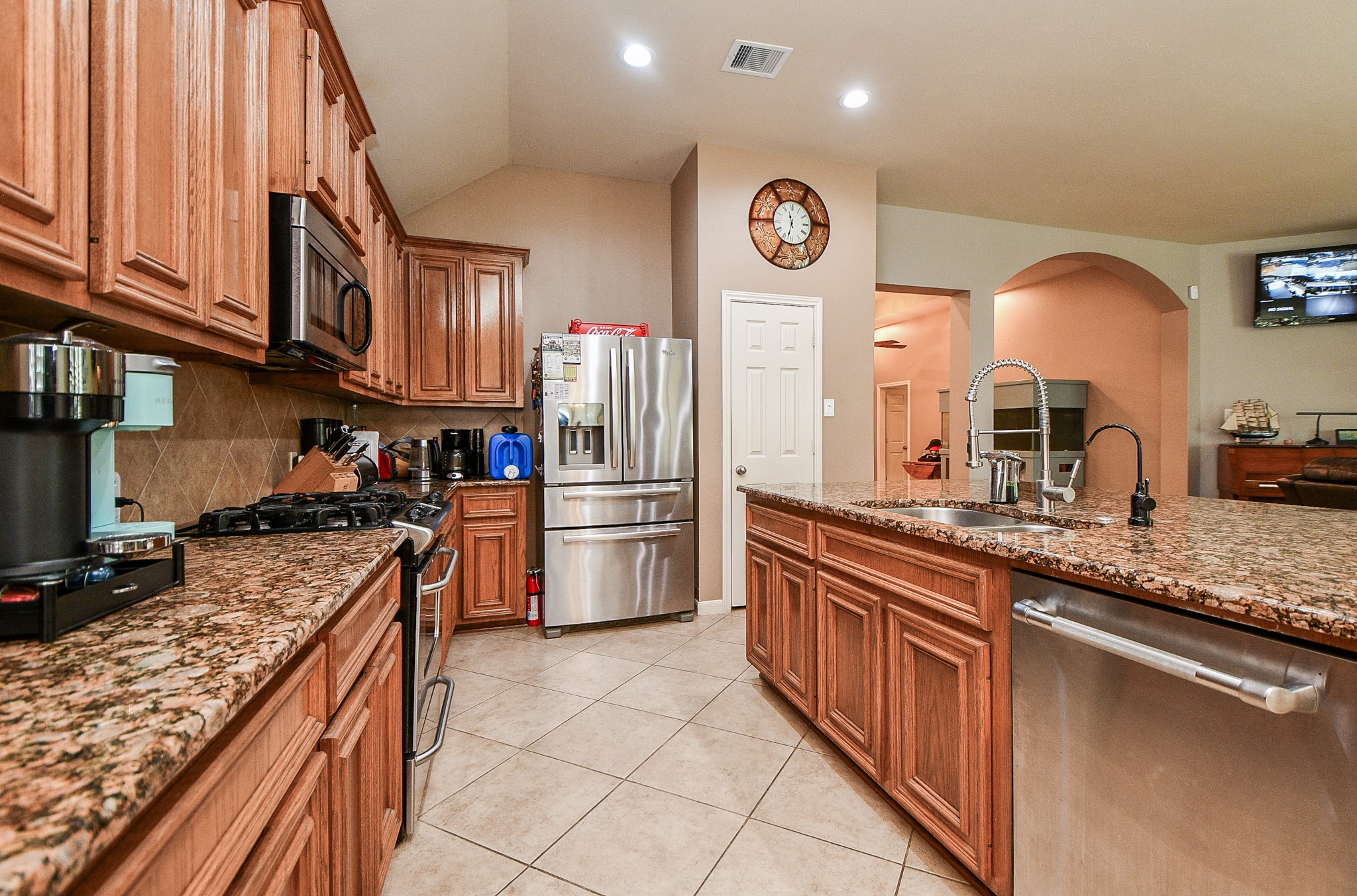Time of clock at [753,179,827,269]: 11:33
